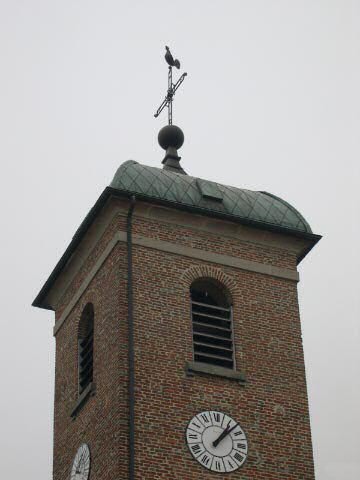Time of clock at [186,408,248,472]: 1:07
